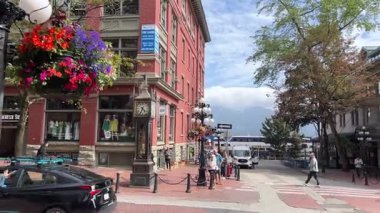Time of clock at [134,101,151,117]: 4:34
